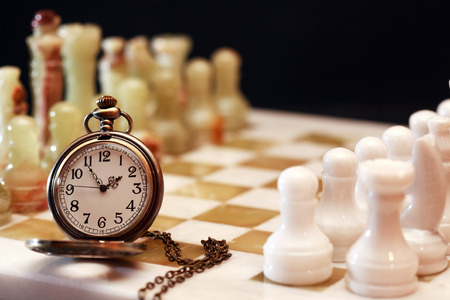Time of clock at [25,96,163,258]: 1:54
